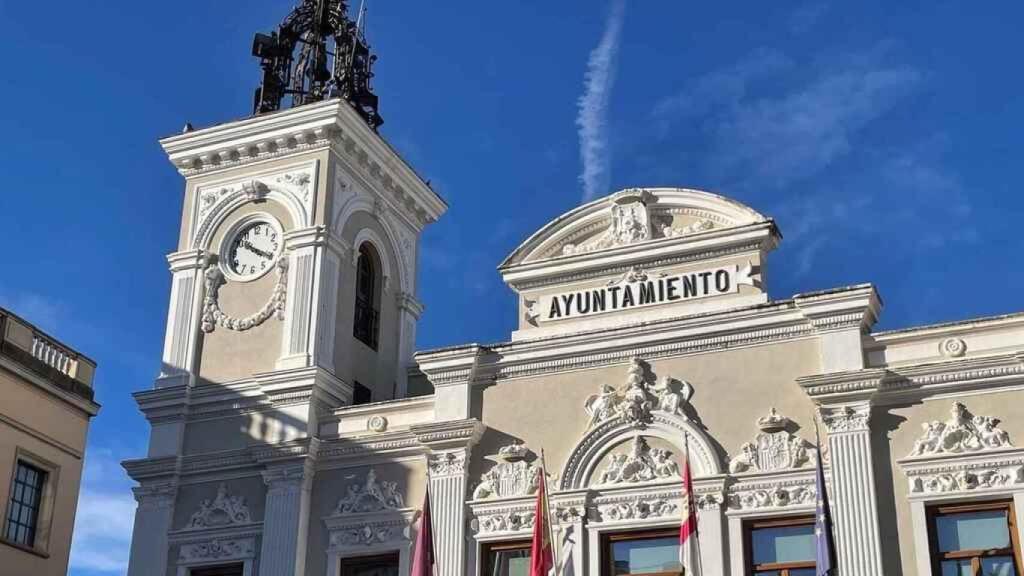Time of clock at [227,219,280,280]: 10:19
